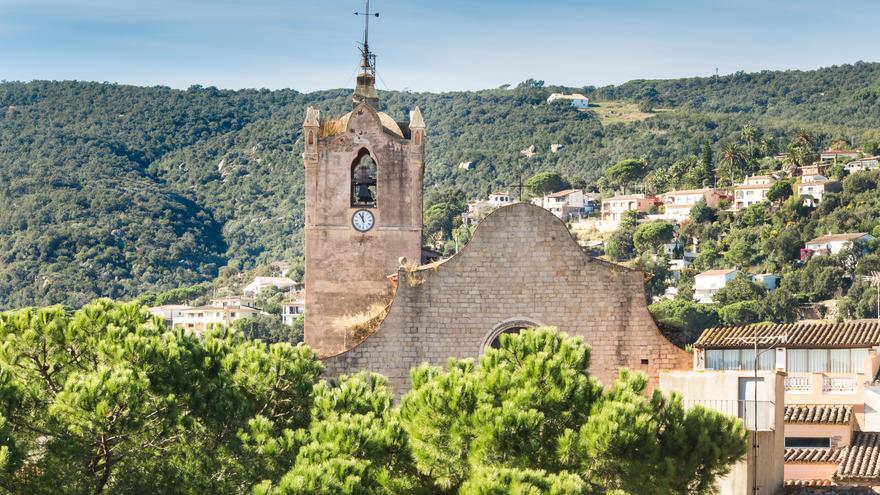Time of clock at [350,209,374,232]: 11:55
